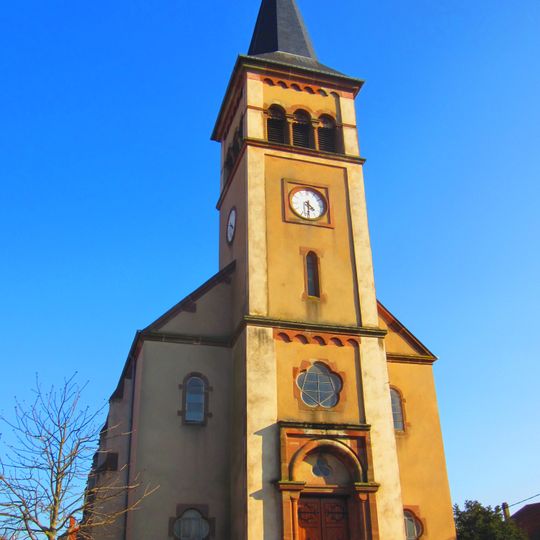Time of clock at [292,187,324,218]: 4:30
